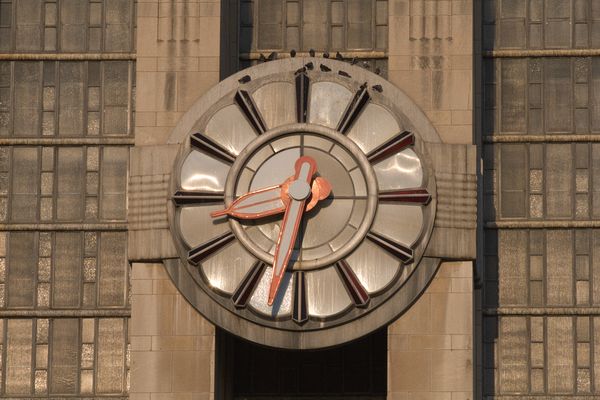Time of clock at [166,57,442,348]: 8:32
